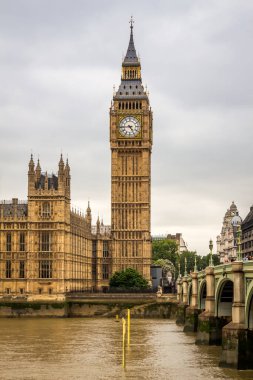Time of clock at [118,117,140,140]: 4:44
